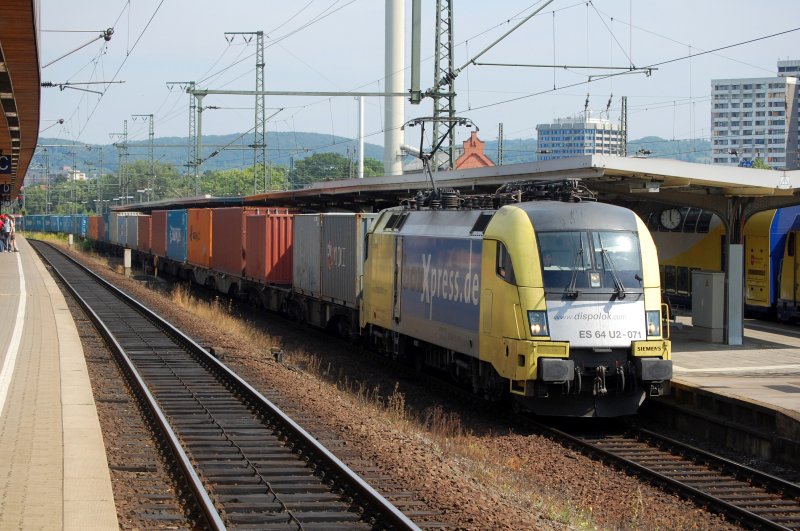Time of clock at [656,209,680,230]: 5:00
